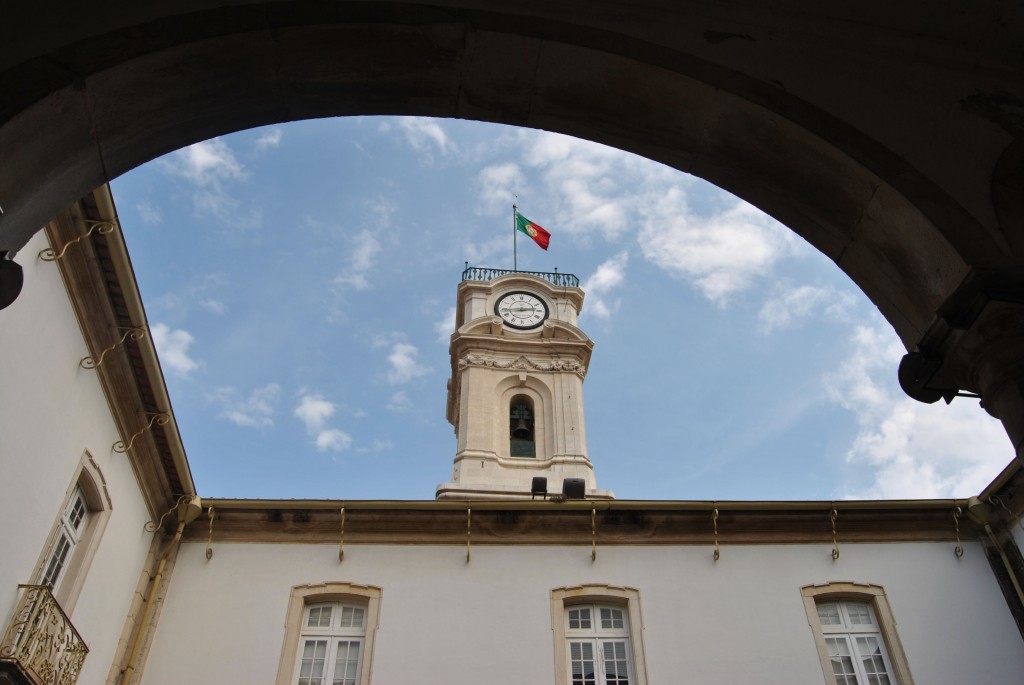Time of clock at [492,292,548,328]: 2:43
